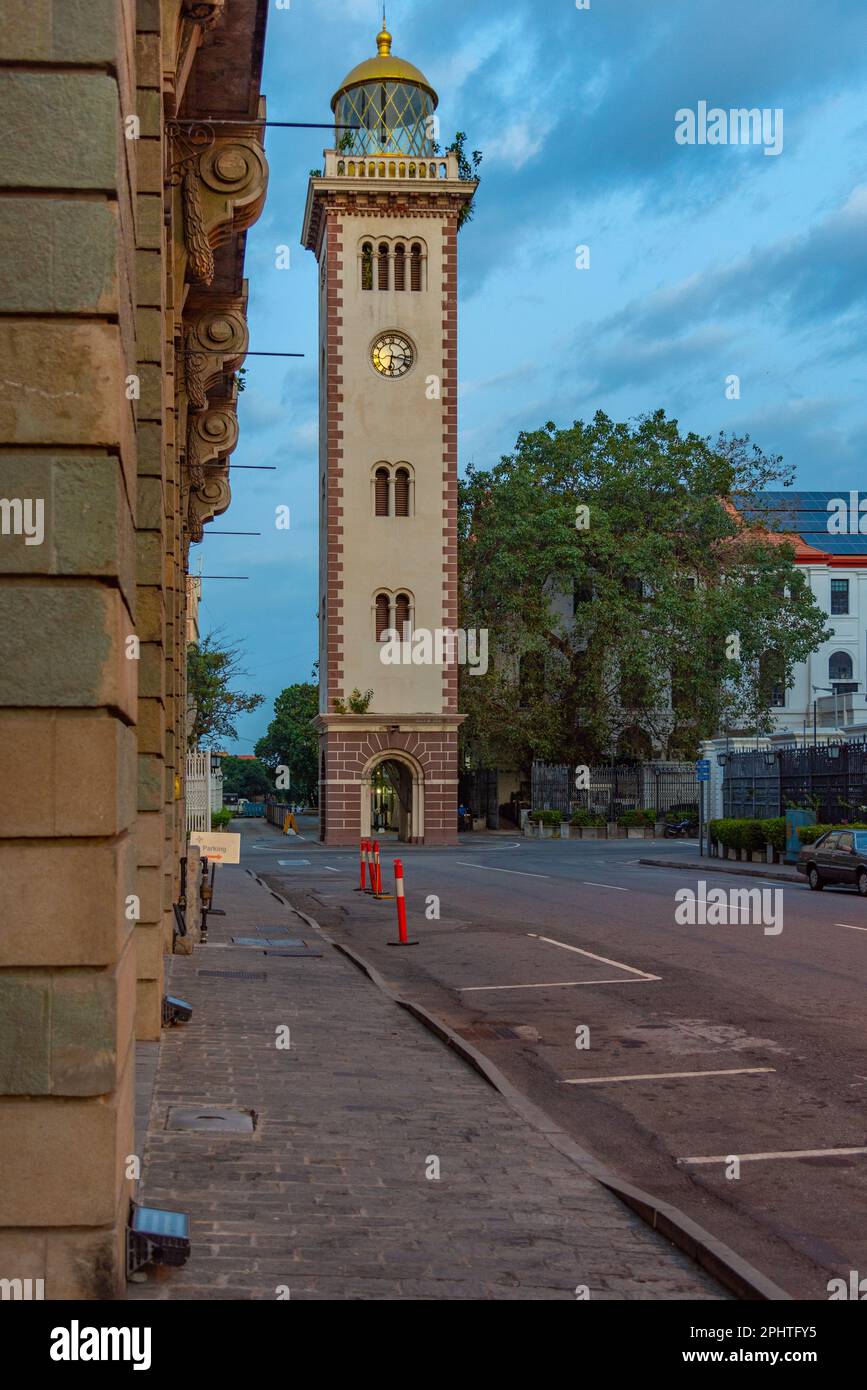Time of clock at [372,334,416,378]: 6:17
